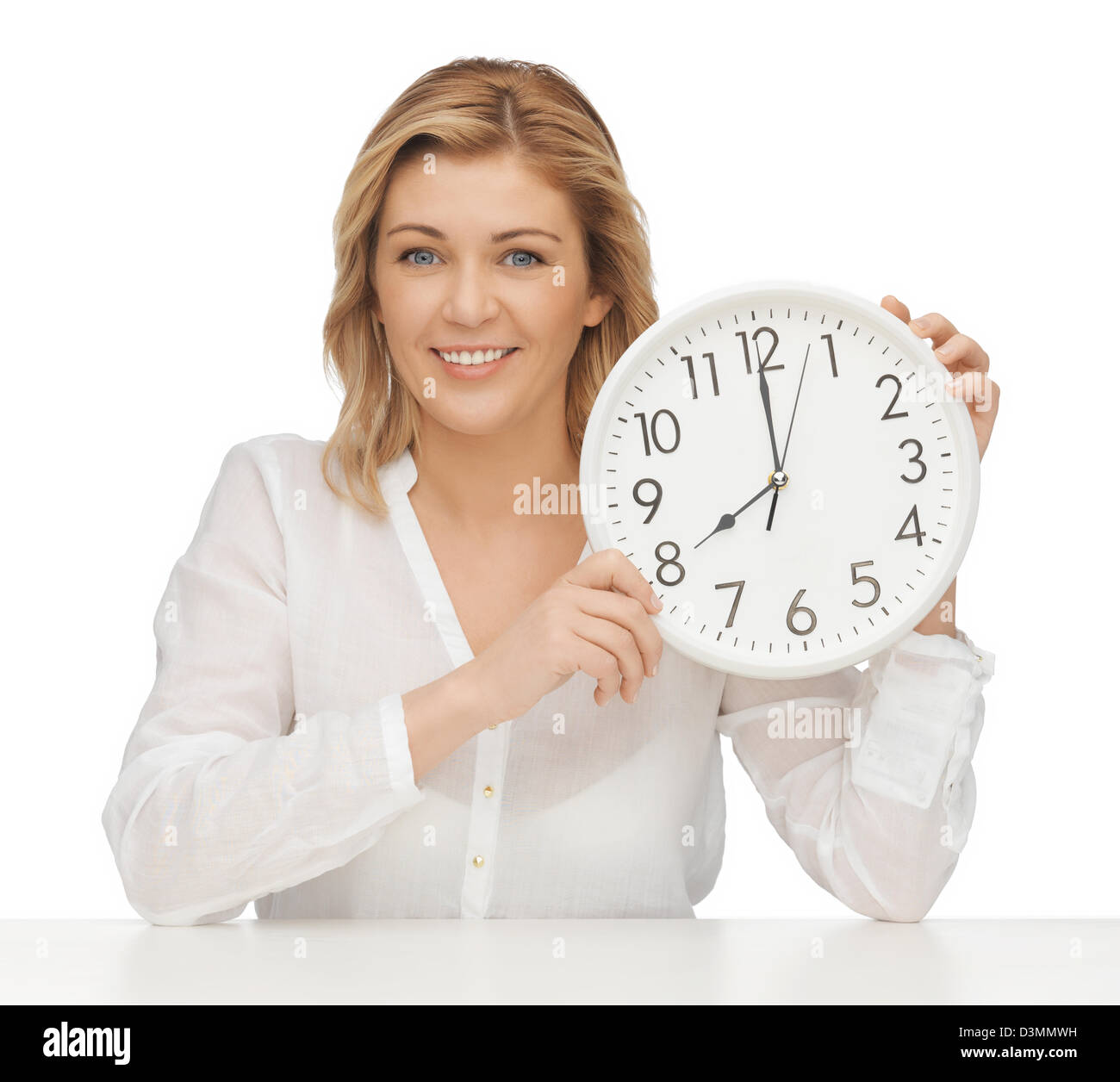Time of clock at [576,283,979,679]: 7:59
